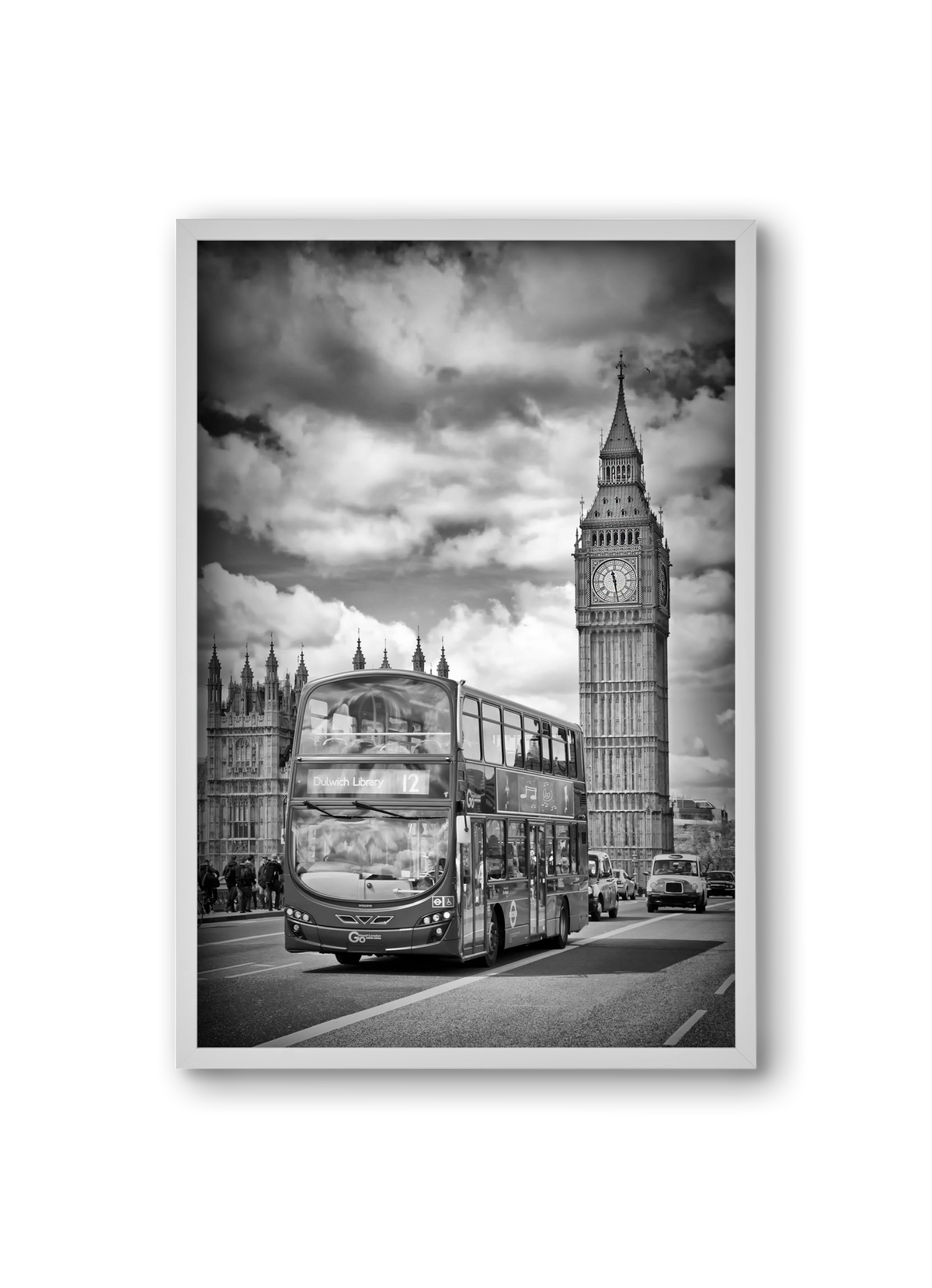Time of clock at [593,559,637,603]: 11:28
